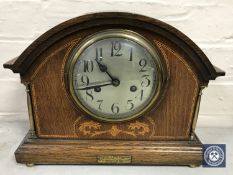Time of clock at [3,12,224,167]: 10:42
